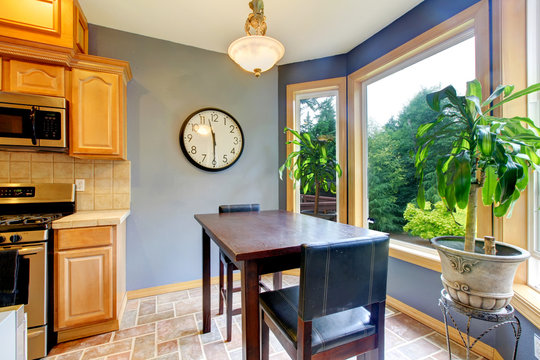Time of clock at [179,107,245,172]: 11:29
